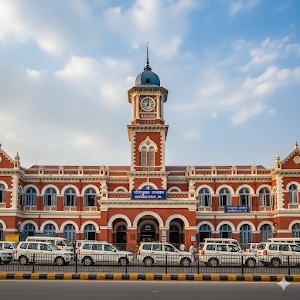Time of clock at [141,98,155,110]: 7:00
